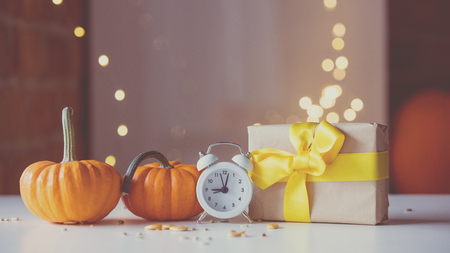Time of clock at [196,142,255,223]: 9:02
